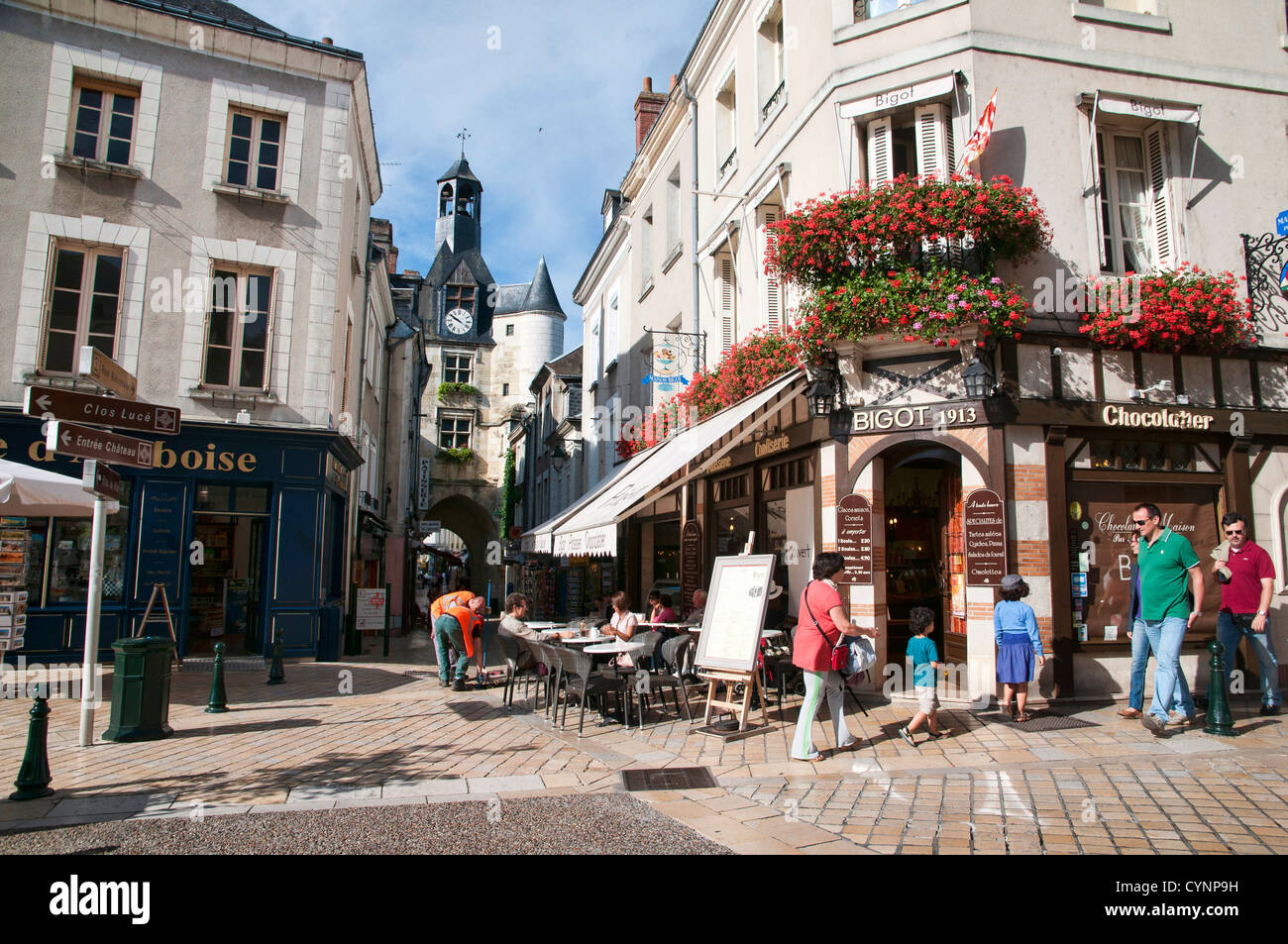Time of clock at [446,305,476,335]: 9:50
